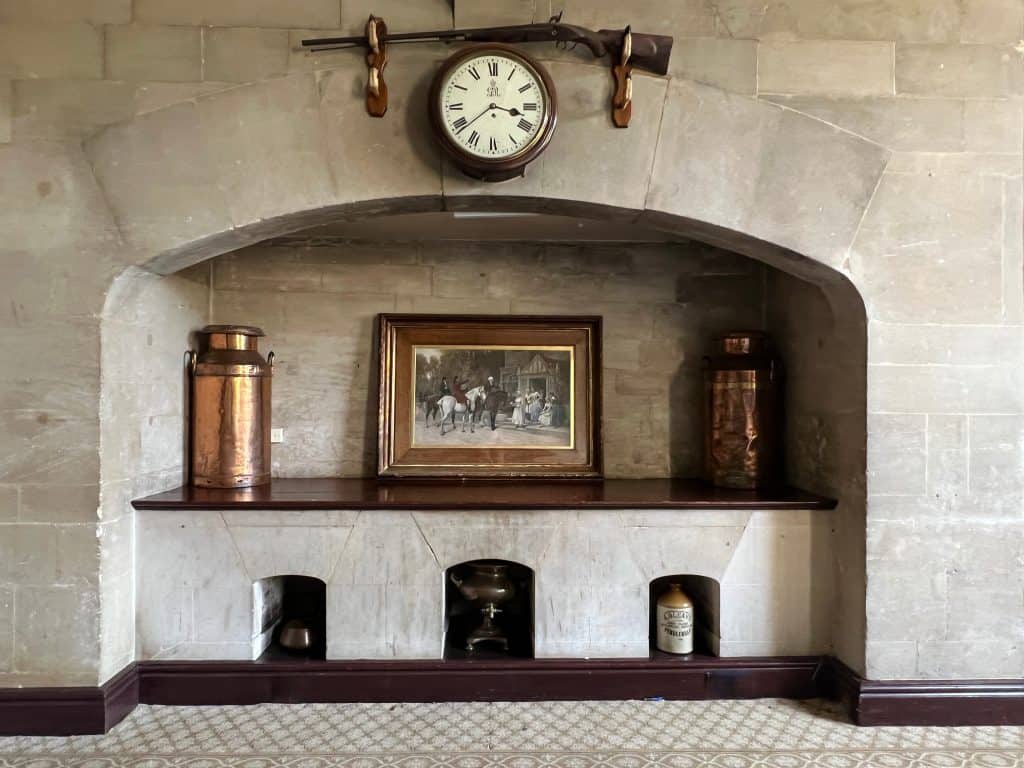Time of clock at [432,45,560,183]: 3:38
